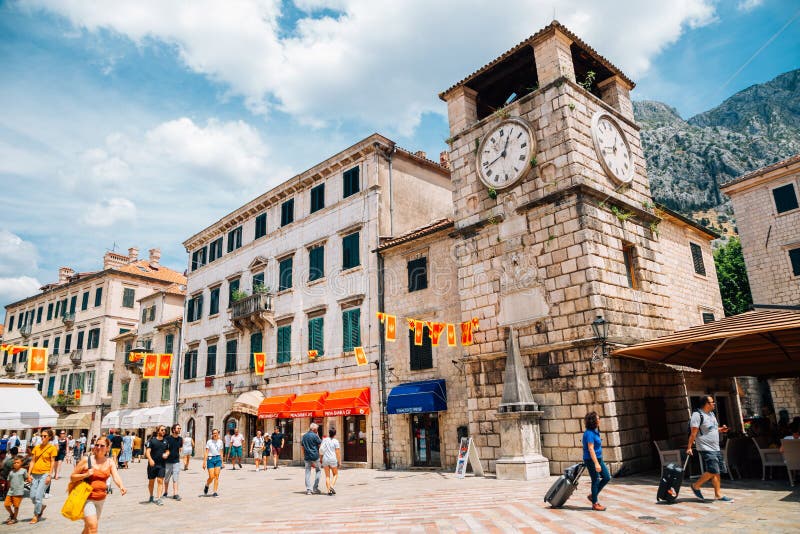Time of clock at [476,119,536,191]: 12:42
